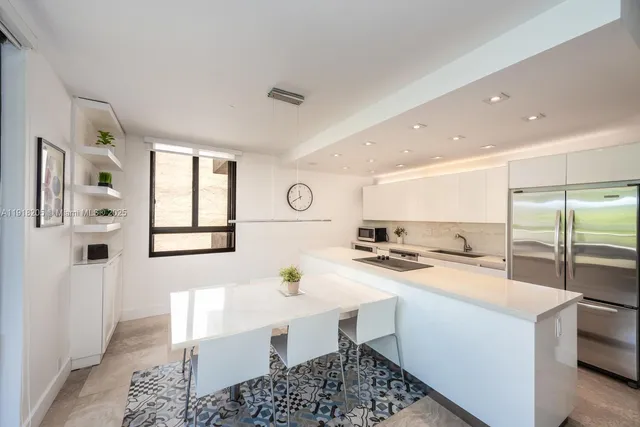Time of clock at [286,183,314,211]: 11:40
